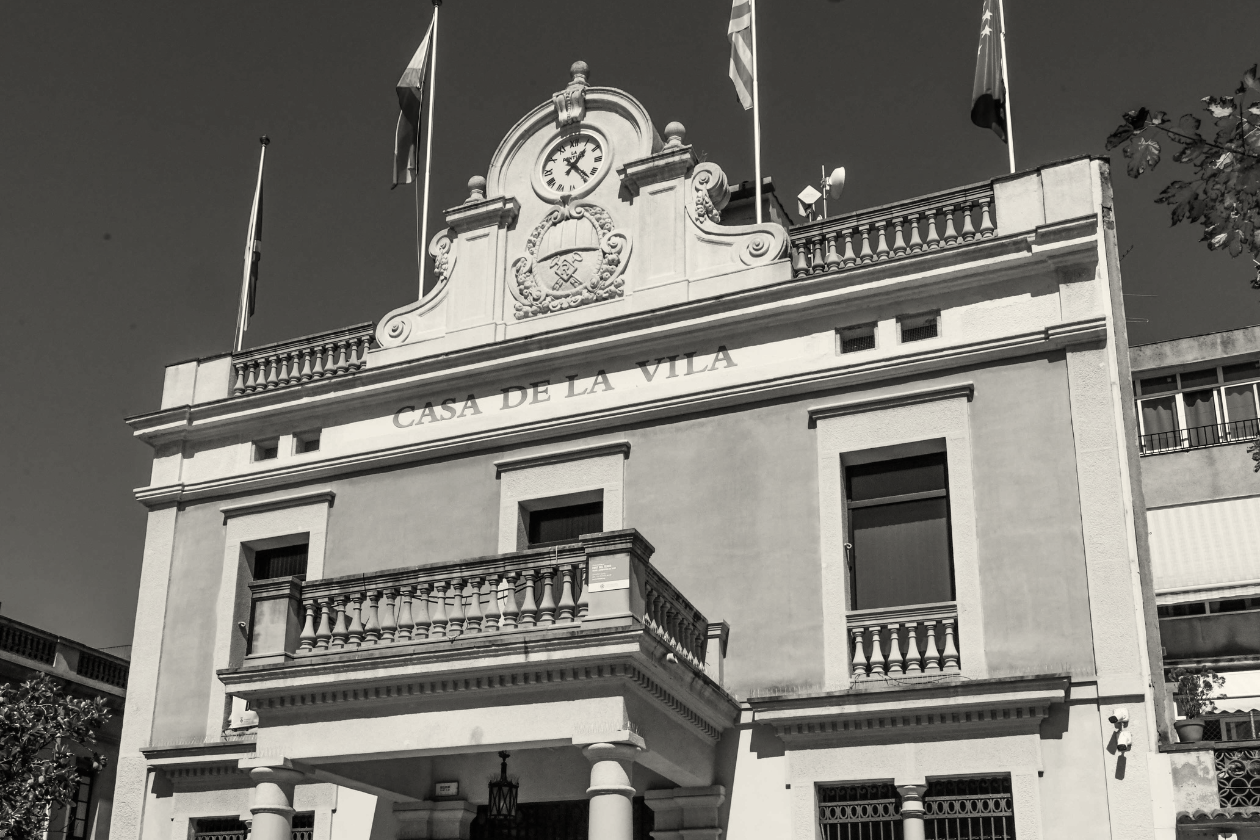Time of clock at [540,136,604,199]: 1:23
